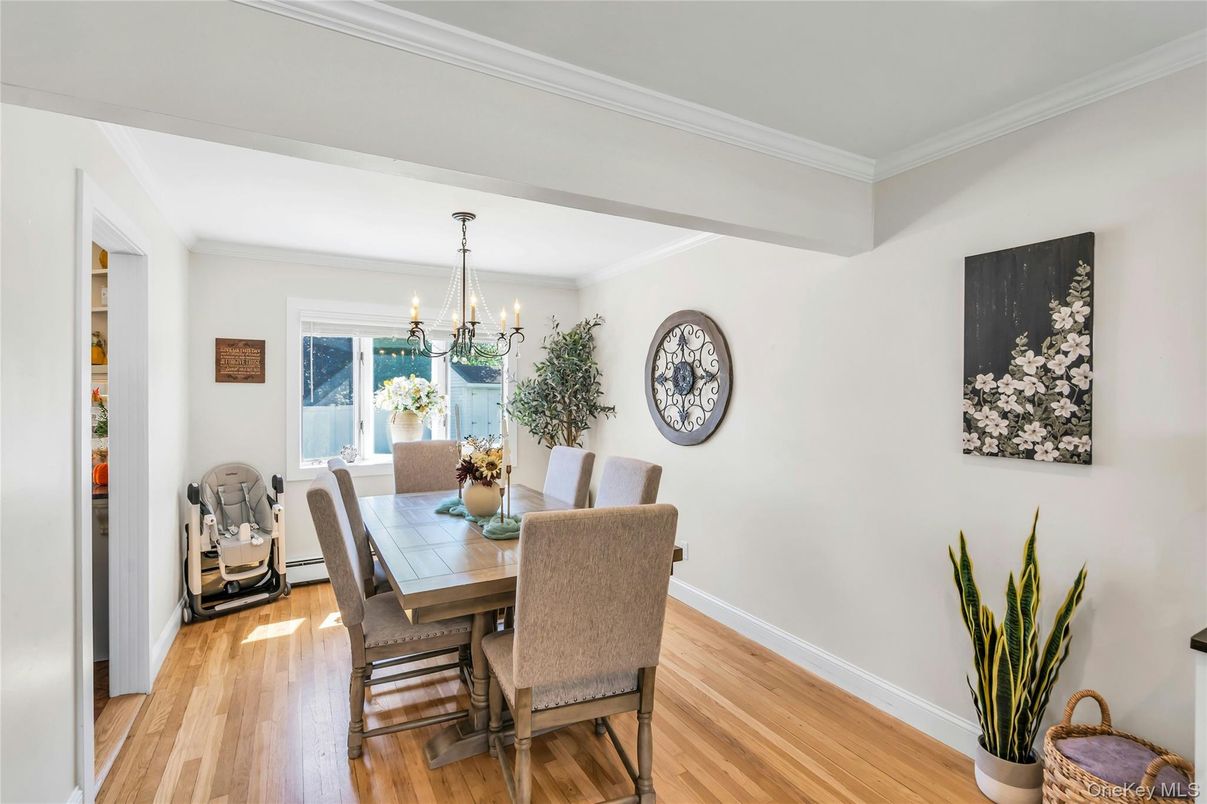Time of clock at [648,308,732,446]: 11:32
